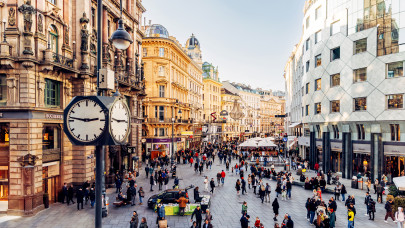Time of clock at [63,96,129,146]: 2:46
